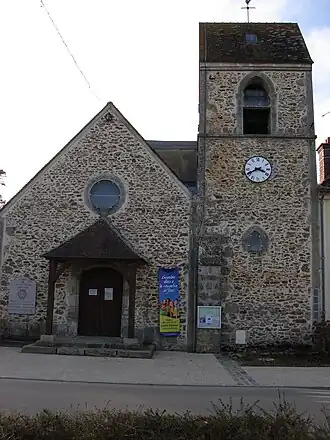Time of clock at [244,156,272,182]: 3:40
